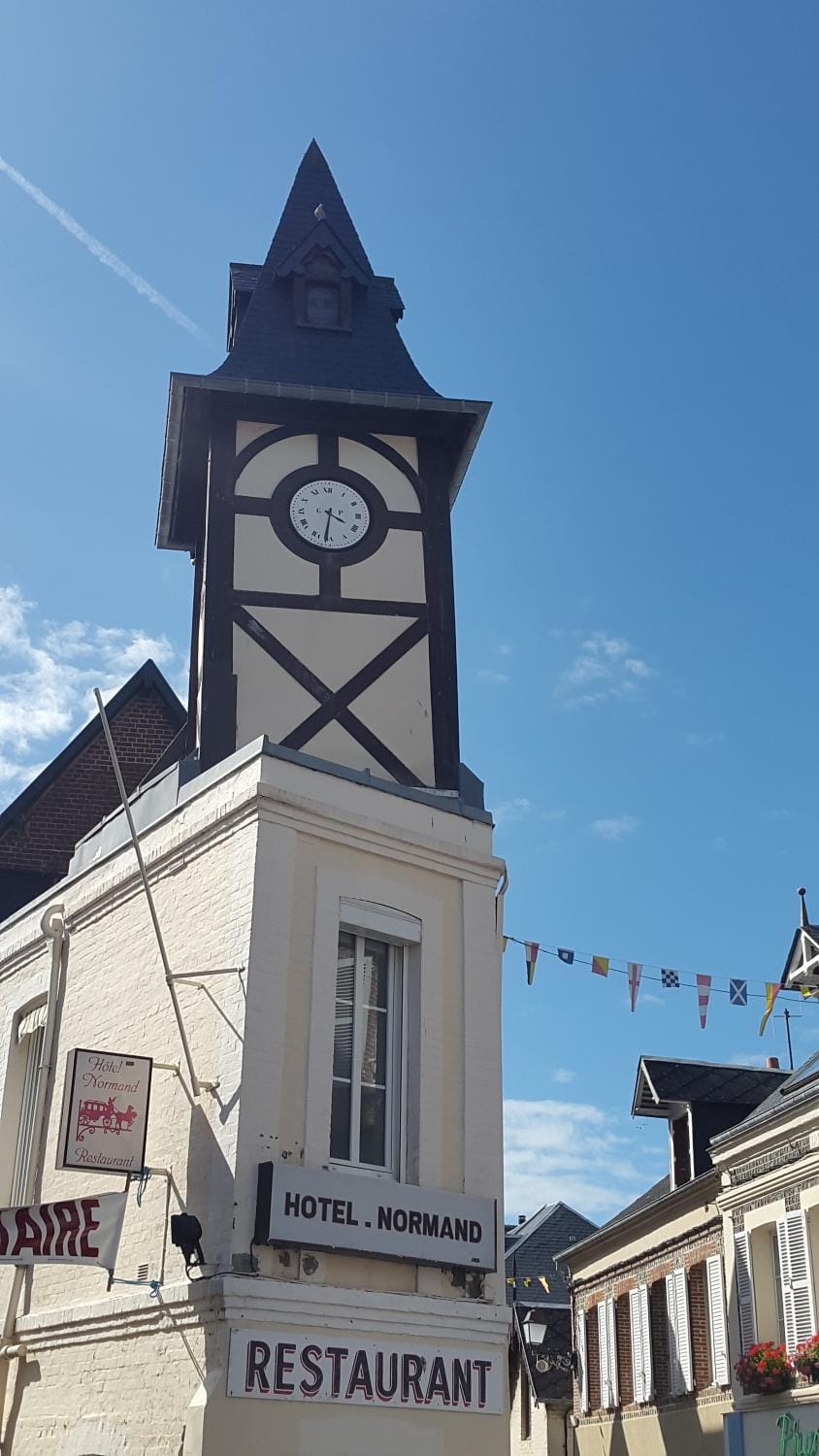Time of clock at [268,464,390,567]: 3:31
